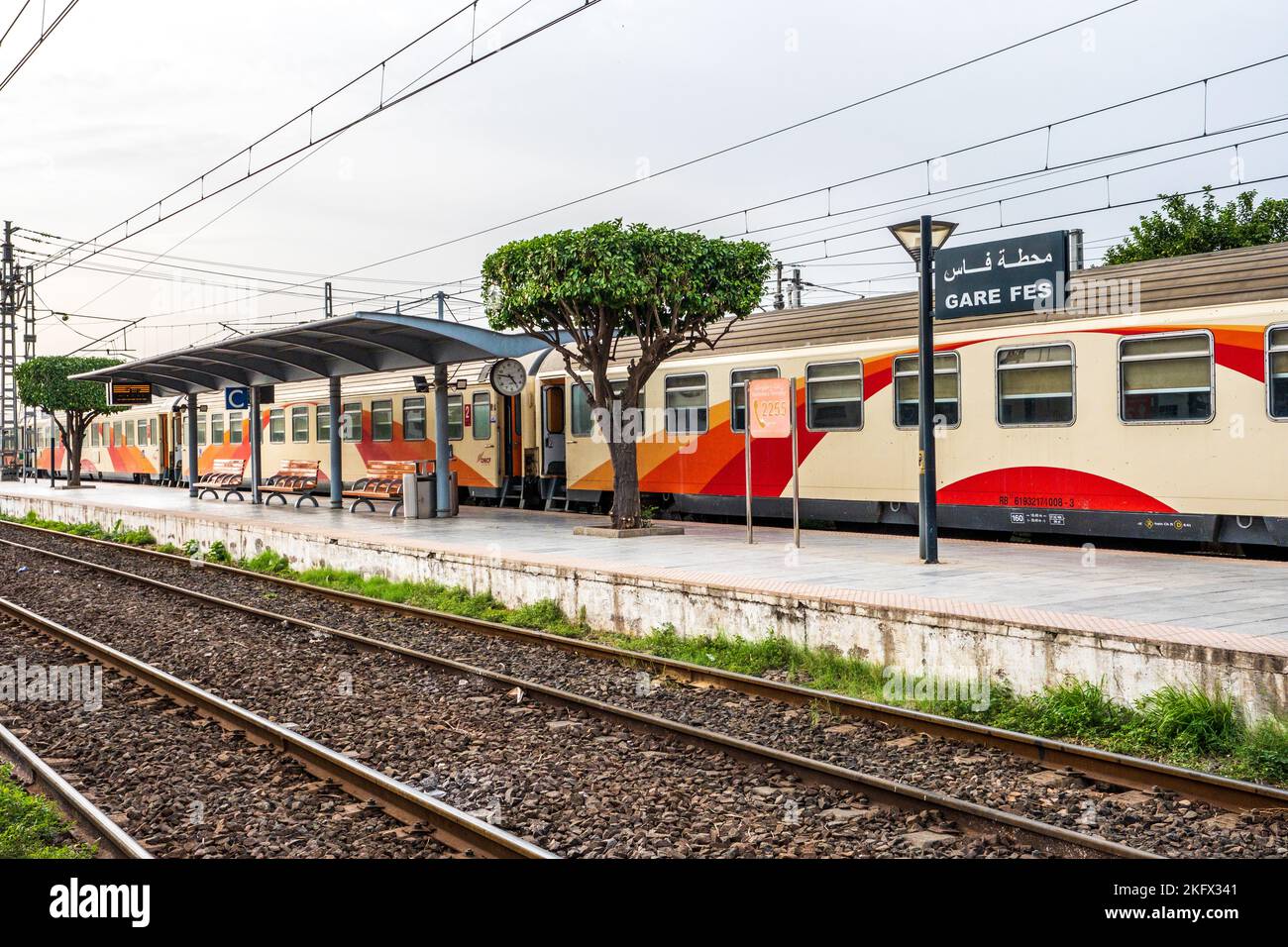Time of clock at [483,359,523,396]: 4:46
